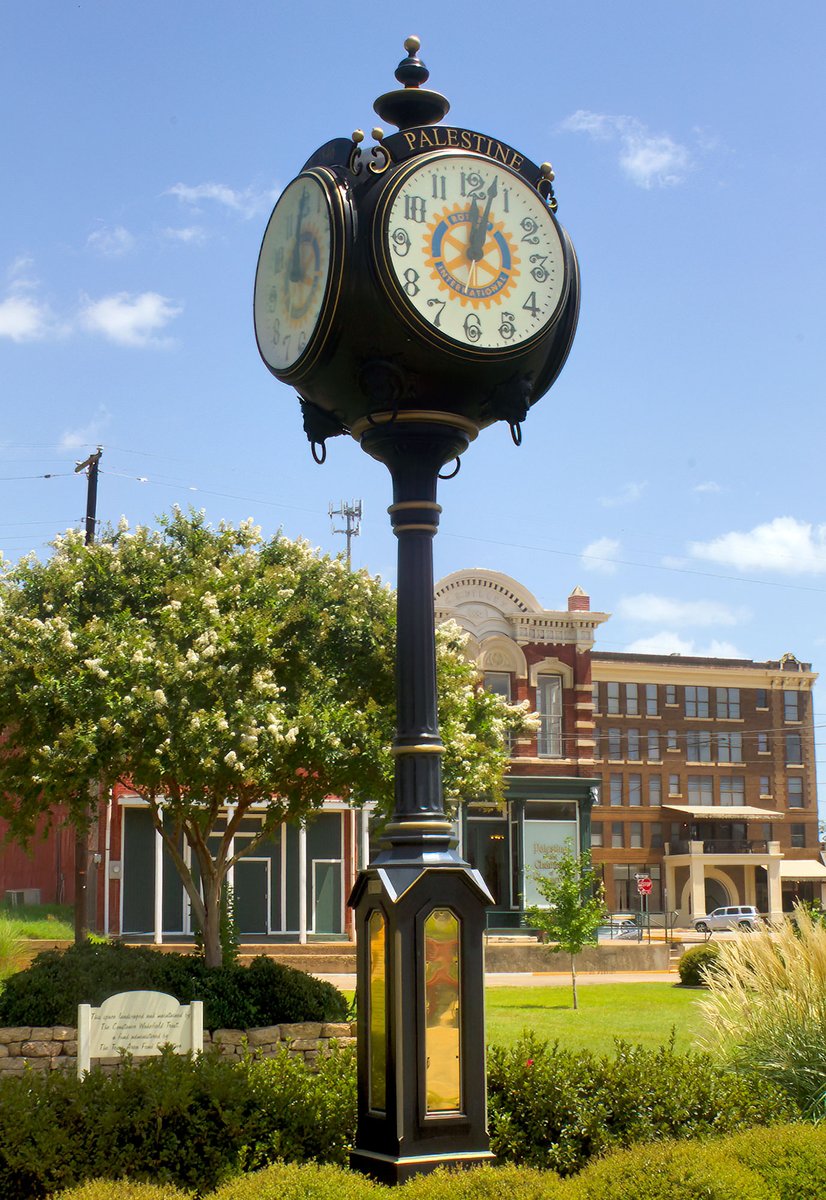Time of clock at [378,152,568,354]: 12:03
